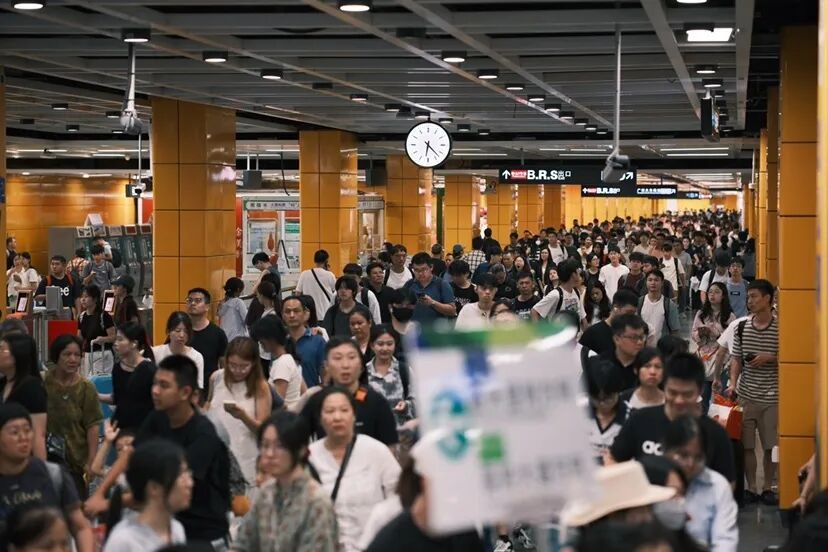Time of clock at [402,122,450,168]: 6:22
